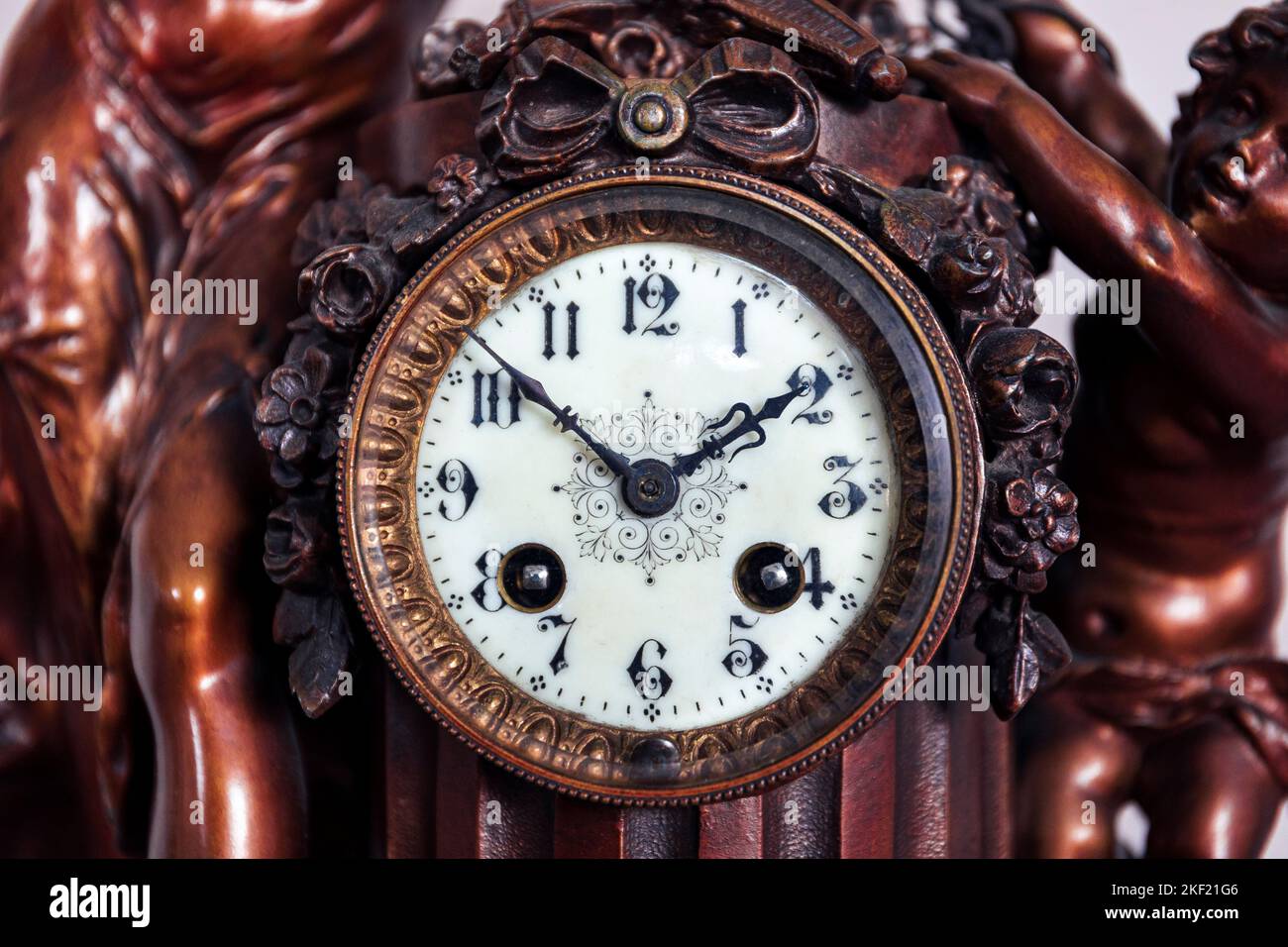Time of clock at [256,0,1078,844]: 1:51
